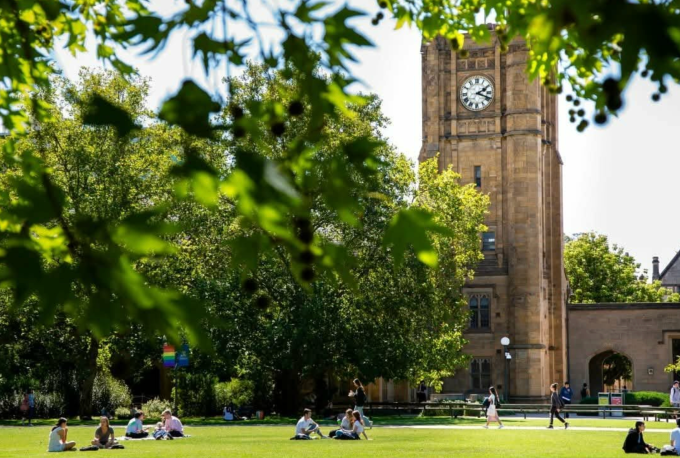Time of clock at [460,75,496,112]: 2:18
